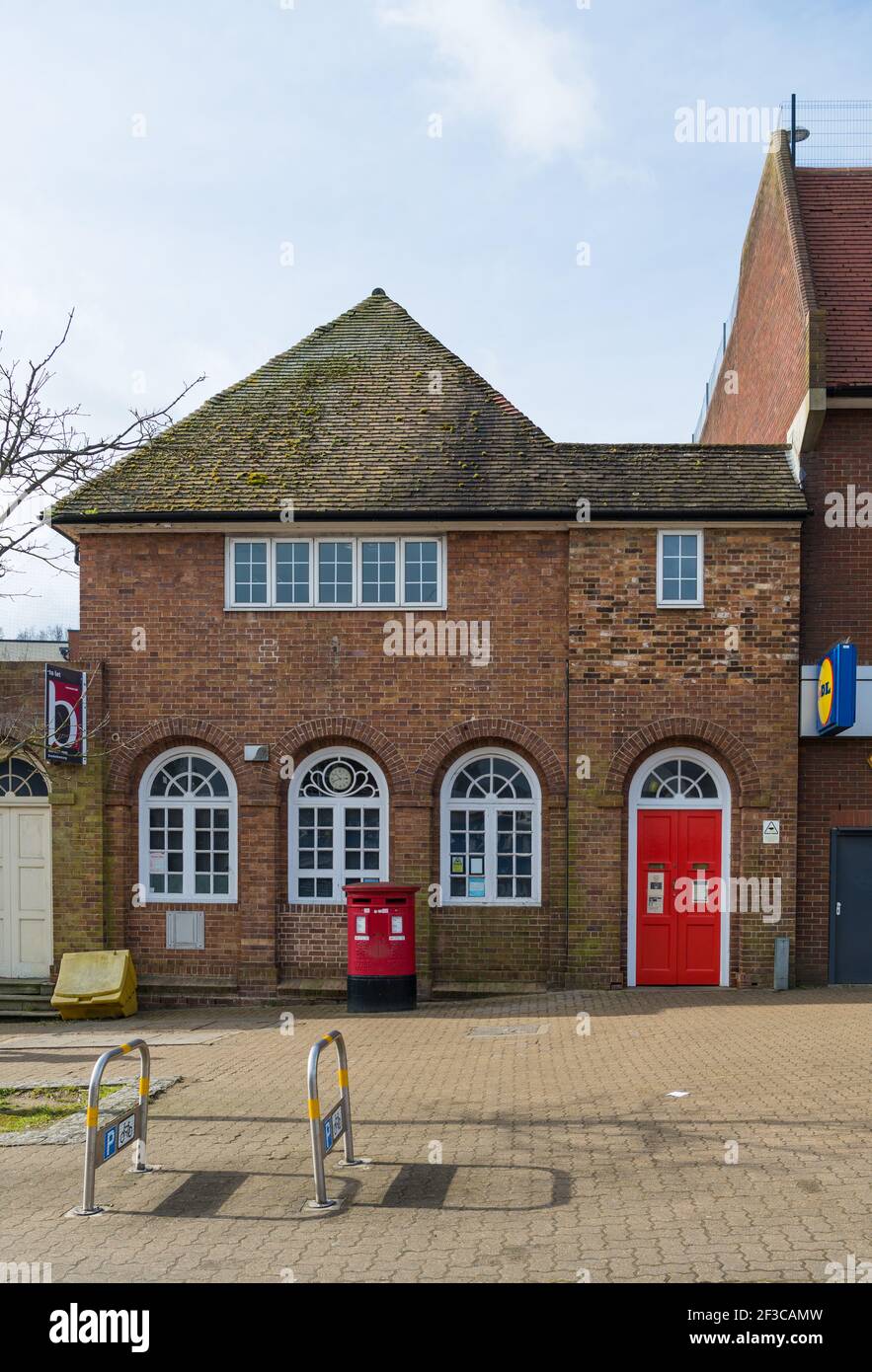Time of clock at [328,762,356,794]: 10:41
